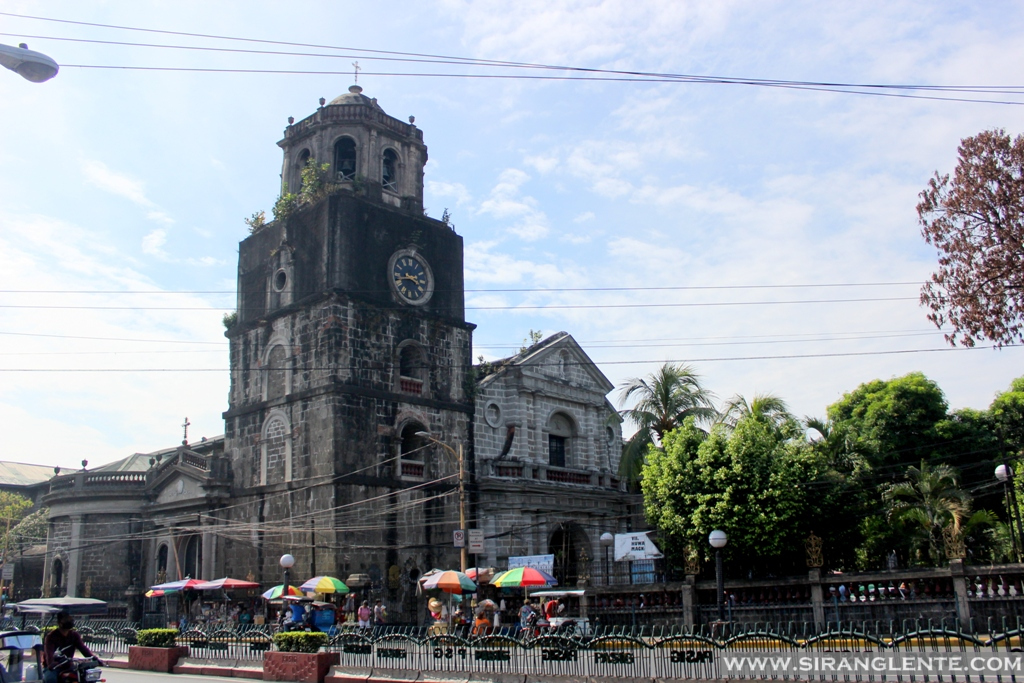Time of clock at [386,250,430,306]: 3:42
